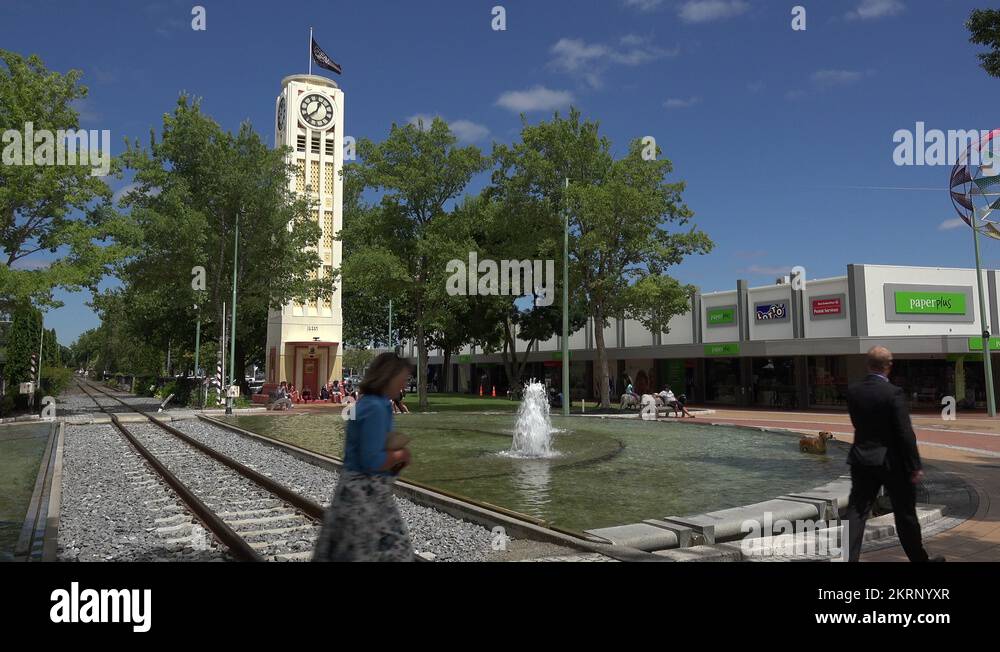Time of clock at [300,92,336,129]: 12:38
